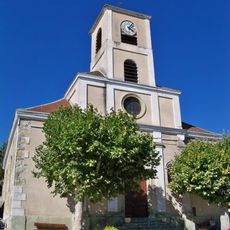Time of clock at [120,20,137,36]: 1:22
